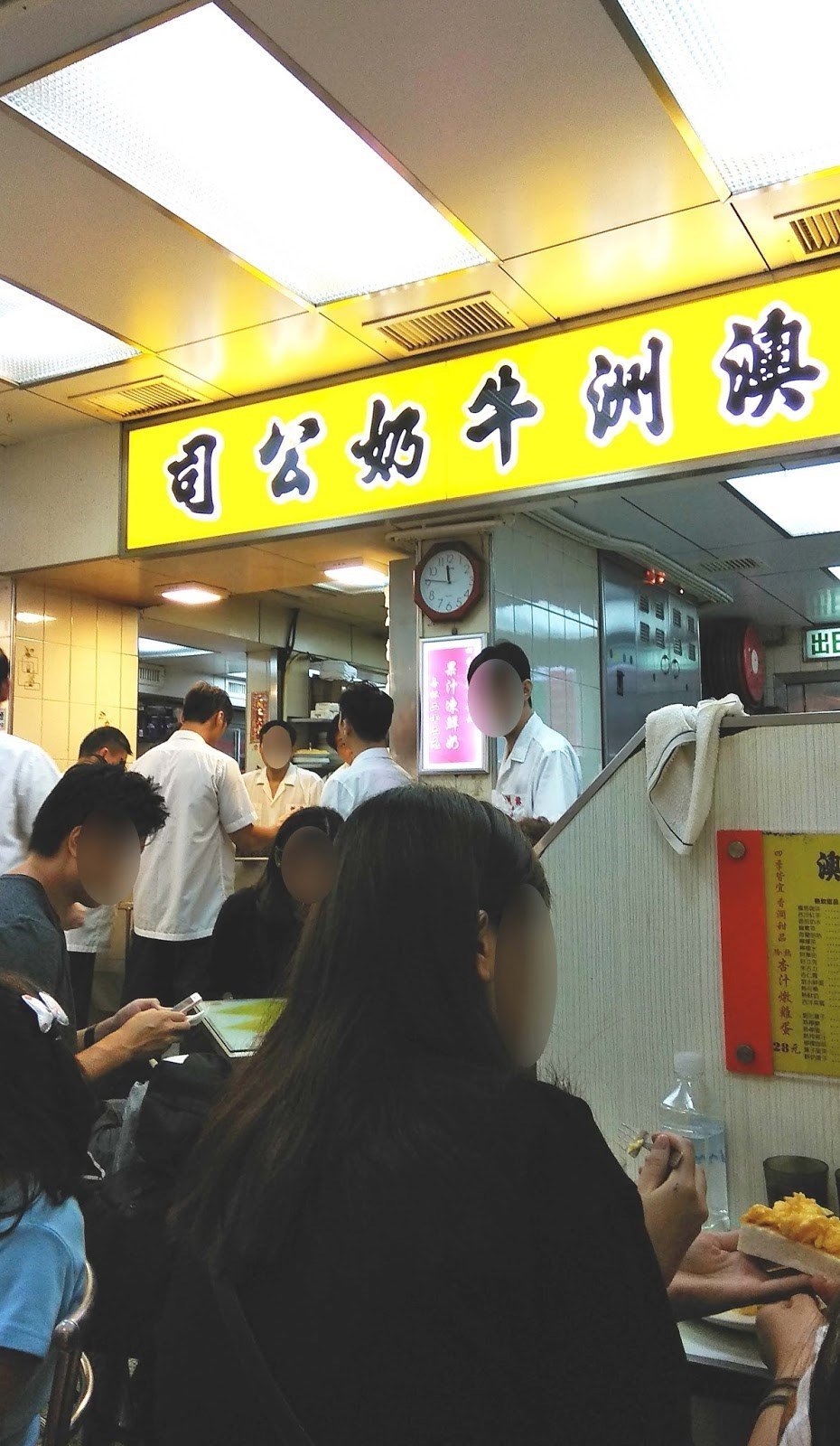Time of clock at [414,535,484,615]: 11:45
